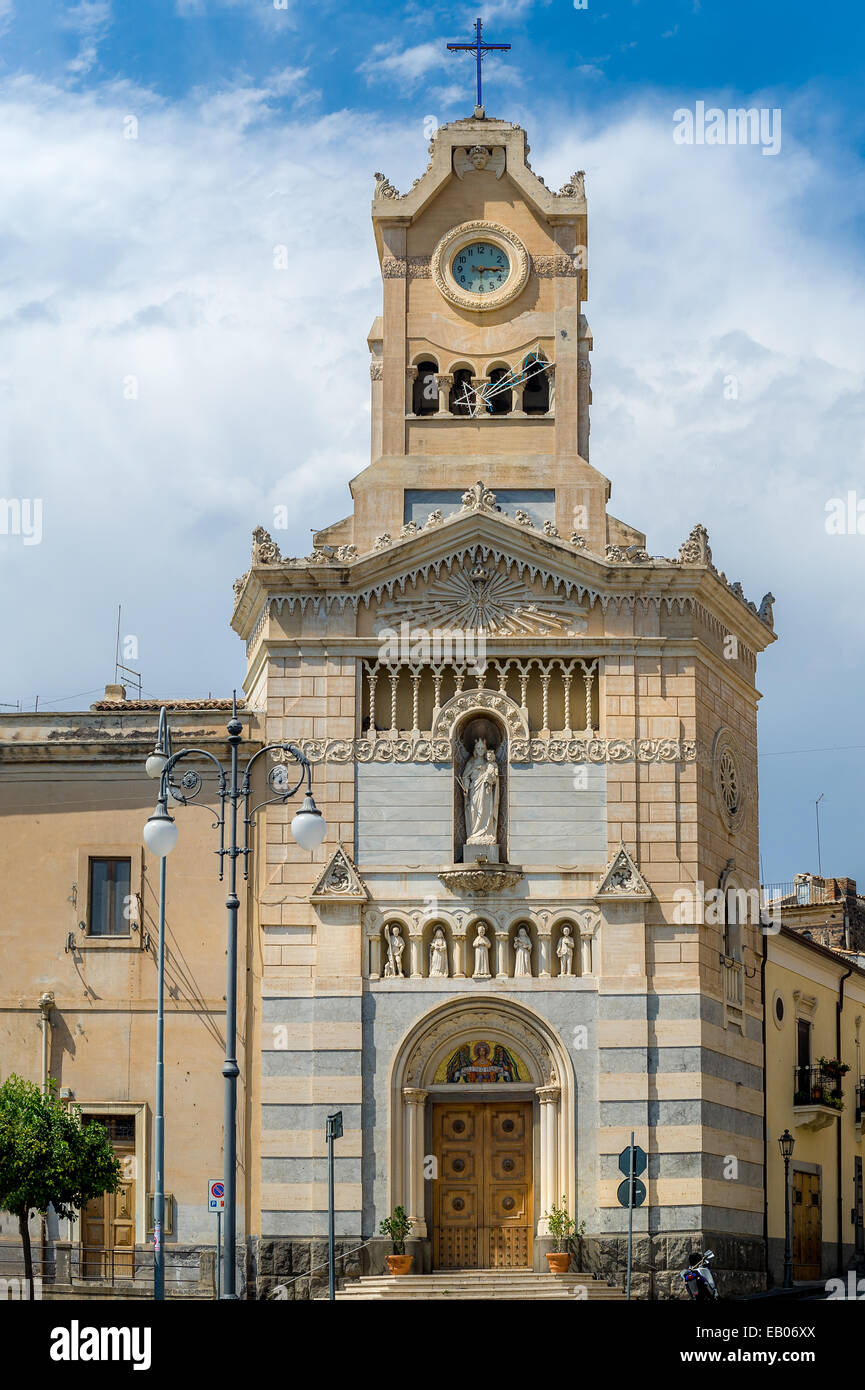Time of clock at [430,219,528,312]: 3:14
